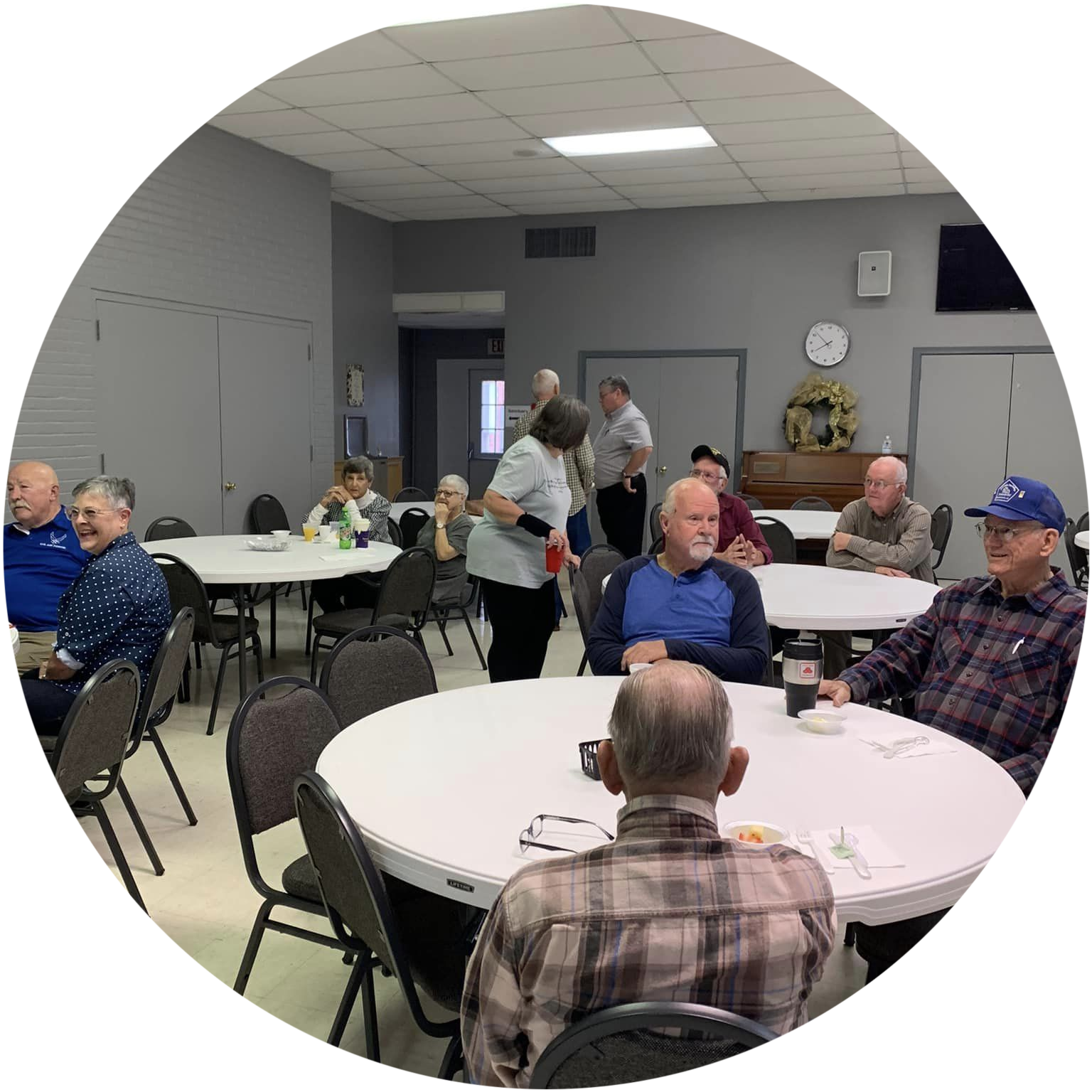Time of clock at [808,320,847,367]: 7:51
